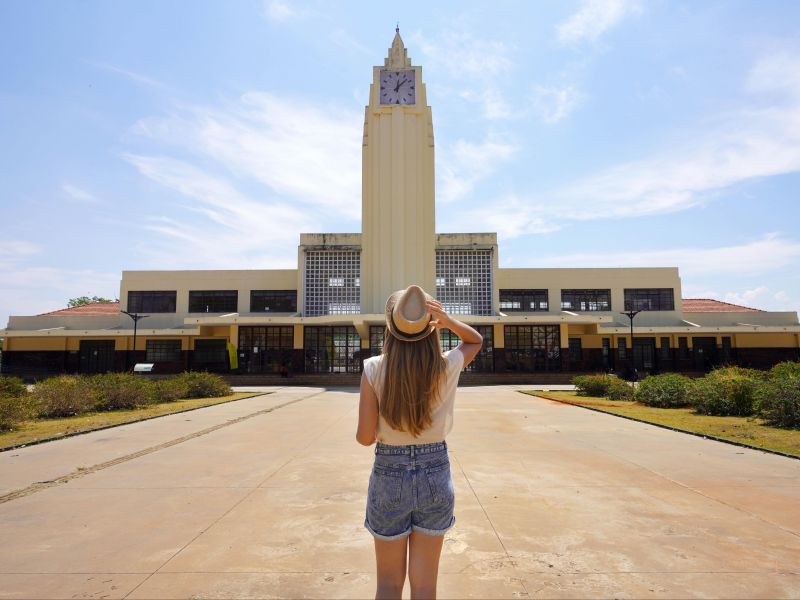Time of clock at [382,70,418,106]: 12:07
